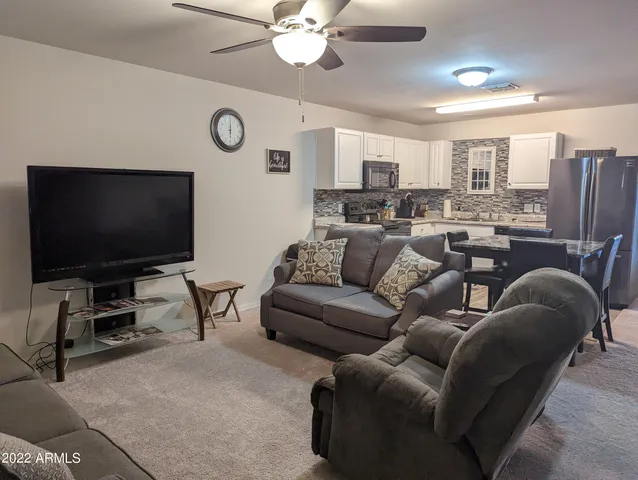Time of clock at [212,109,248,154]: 6:00
